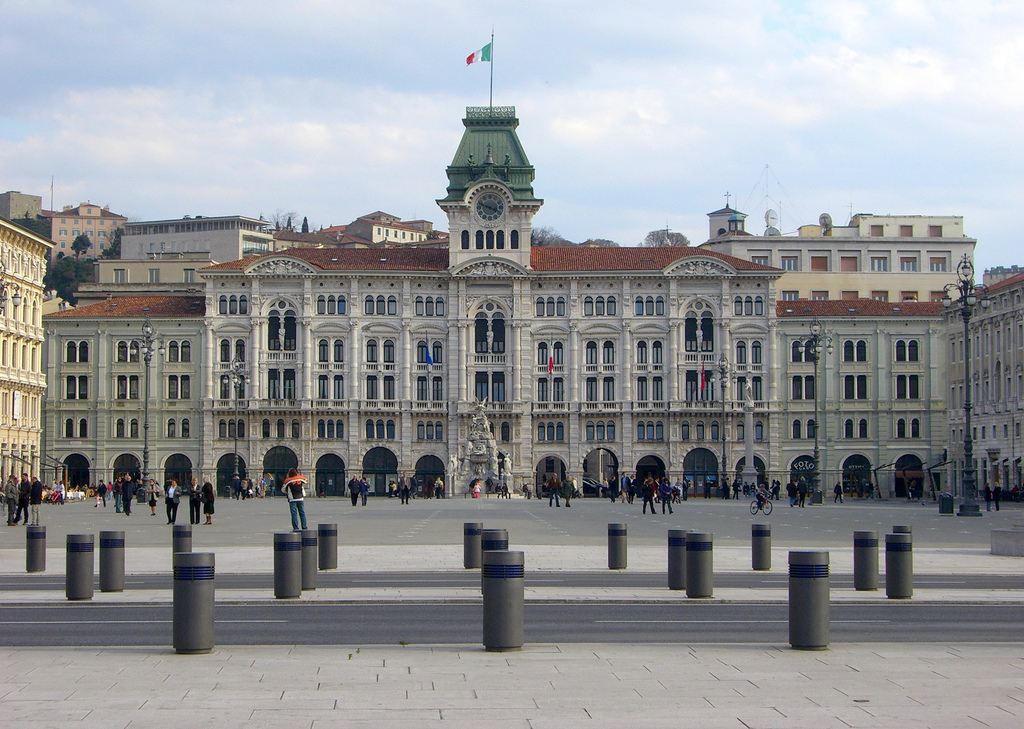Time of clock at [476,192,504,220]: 3:48
